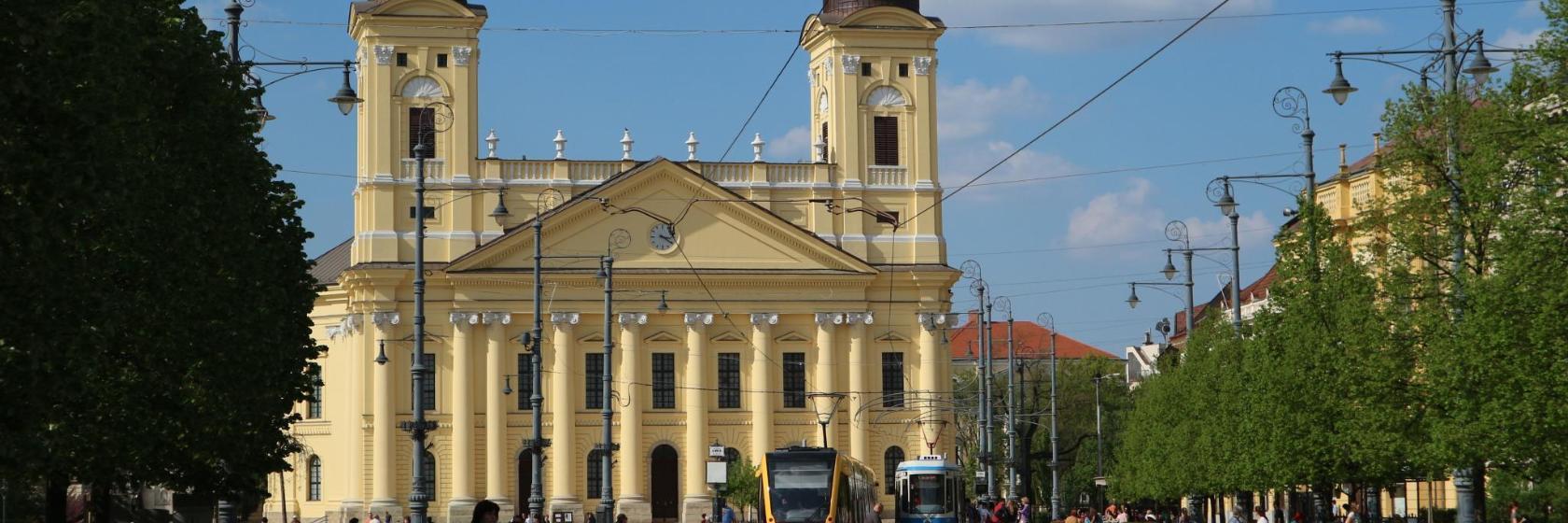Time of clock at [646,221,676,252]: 3:20
